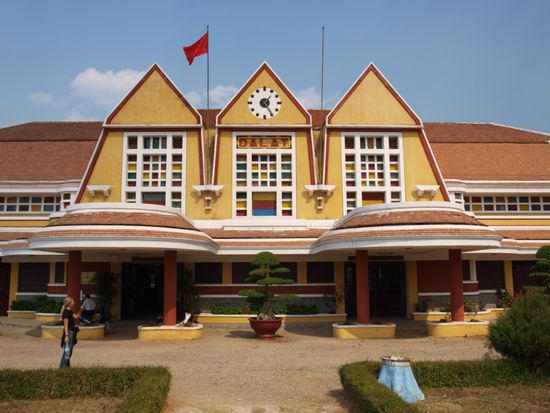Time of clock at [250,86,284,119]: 1:24
